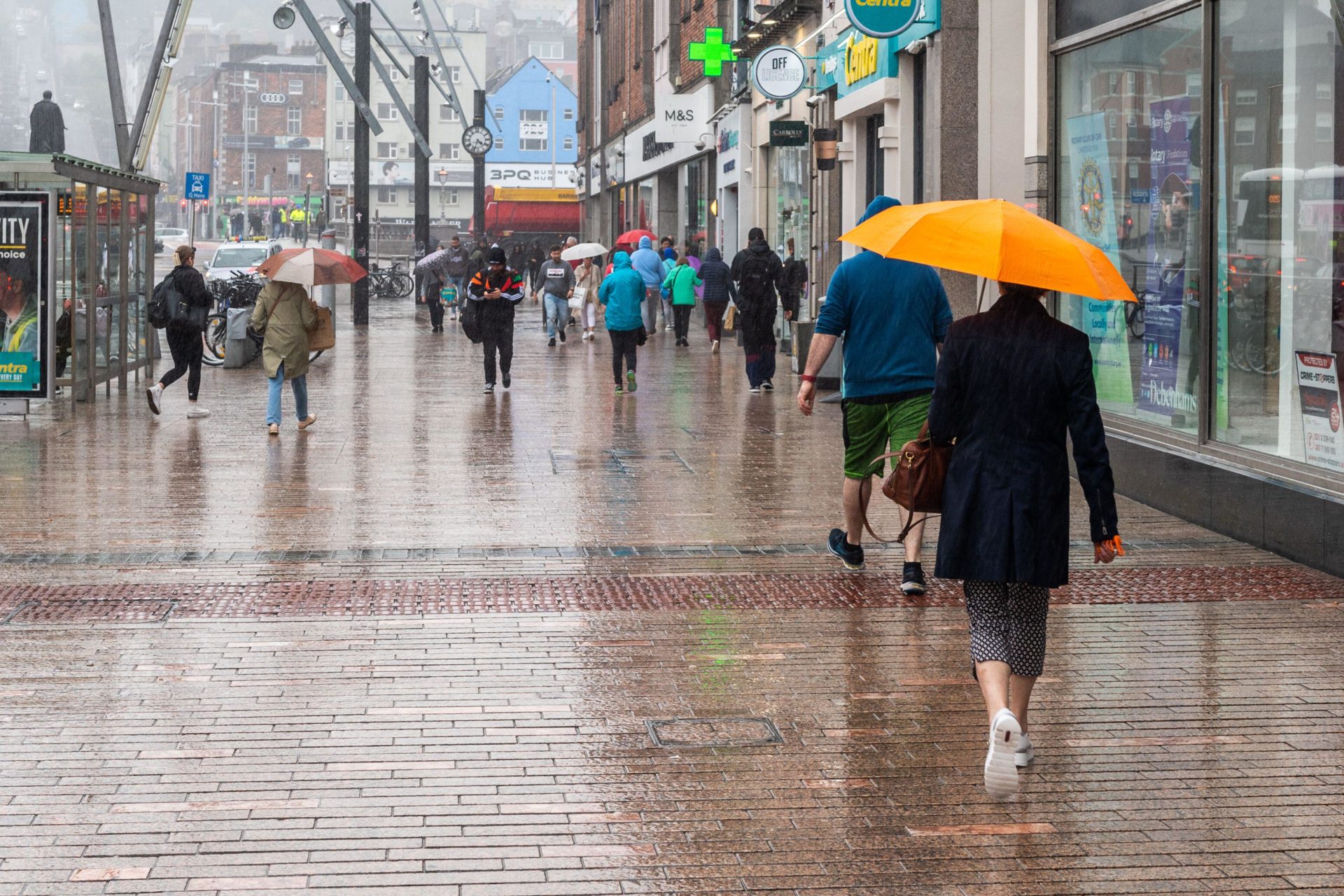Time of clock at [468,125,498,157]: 4:33
